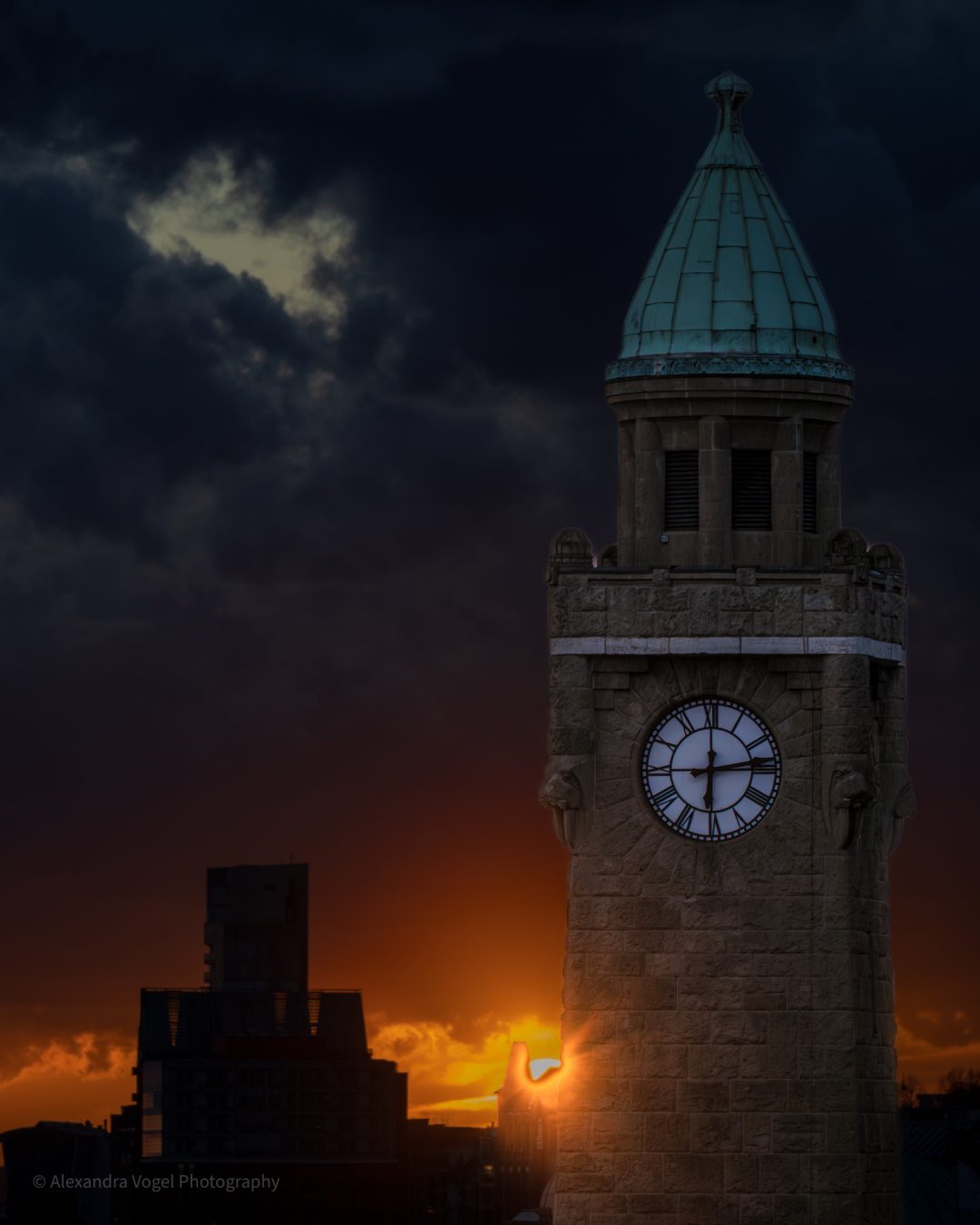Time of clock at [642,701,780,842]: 6:13
